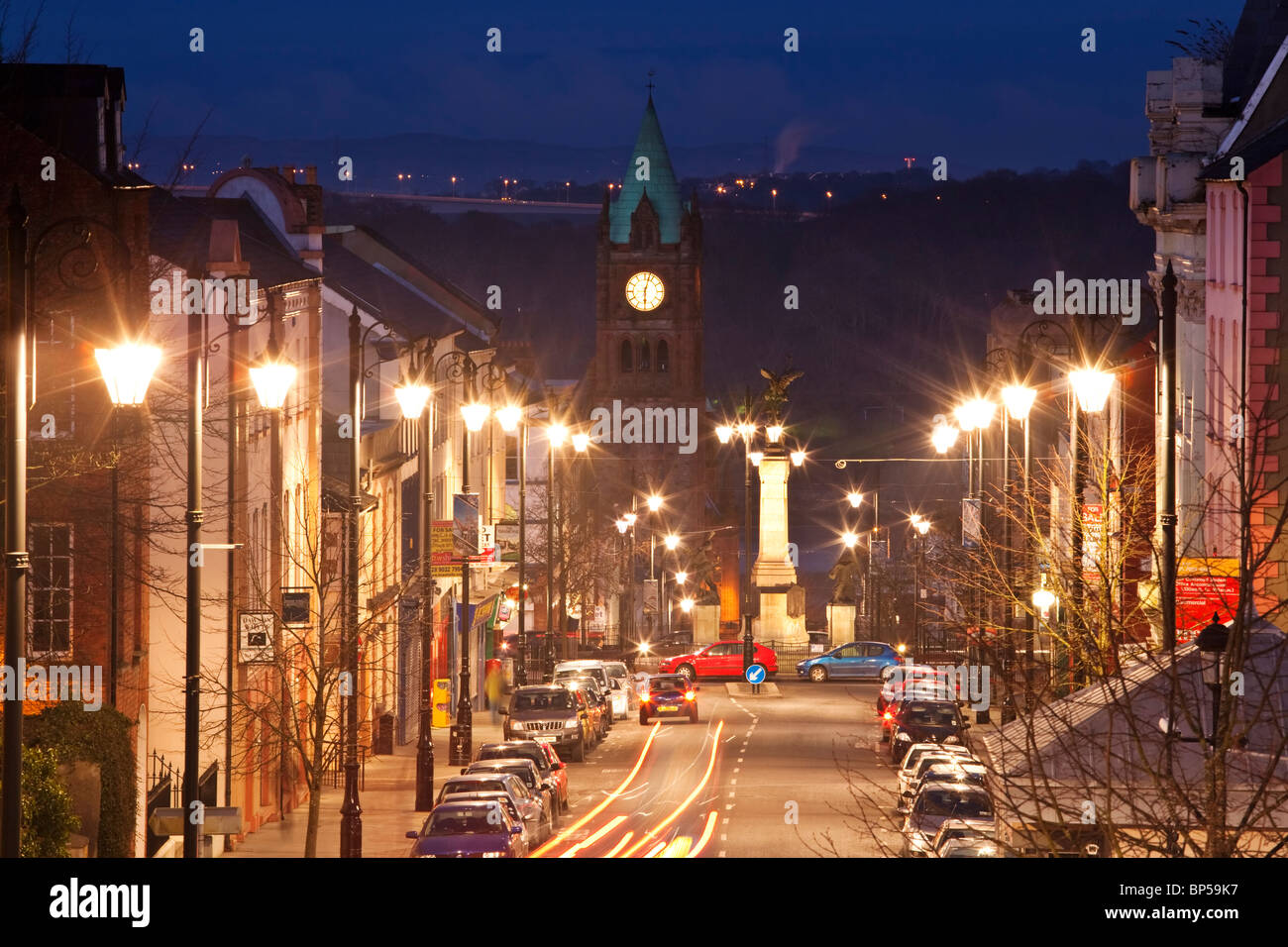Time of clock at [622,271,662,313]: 6:02
